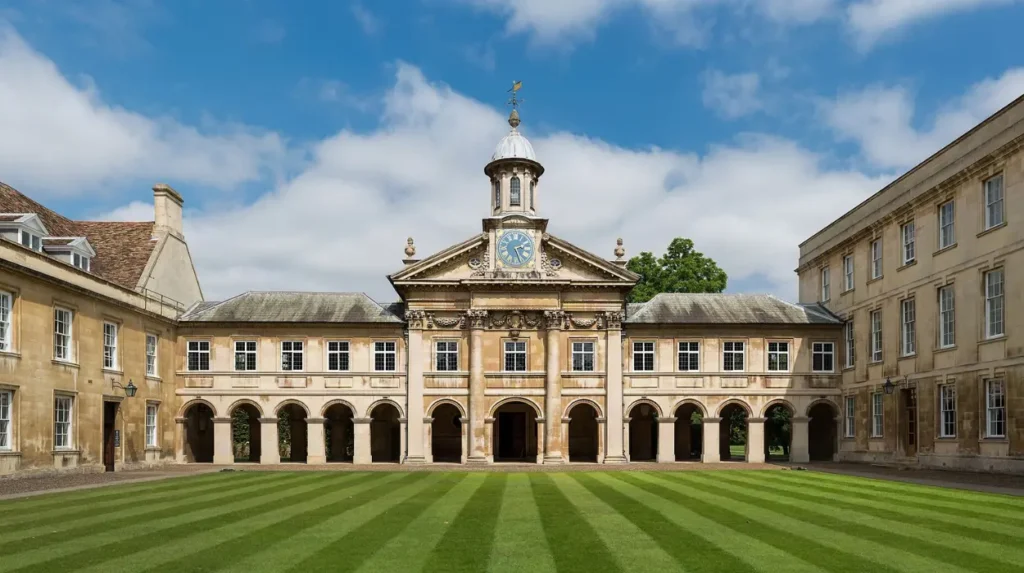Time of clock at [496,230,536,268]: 2:26
